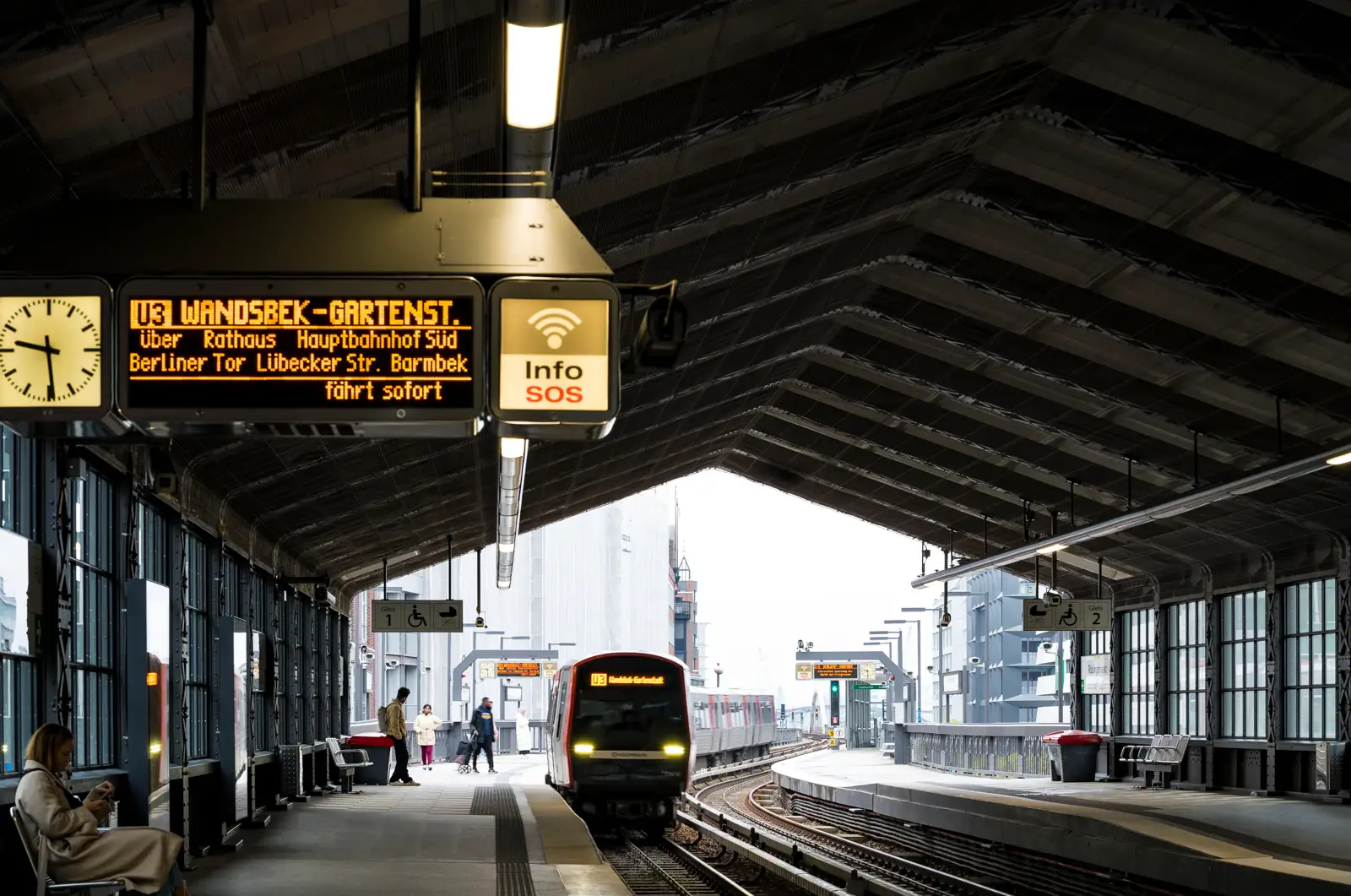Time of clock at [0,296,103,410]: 9:29
